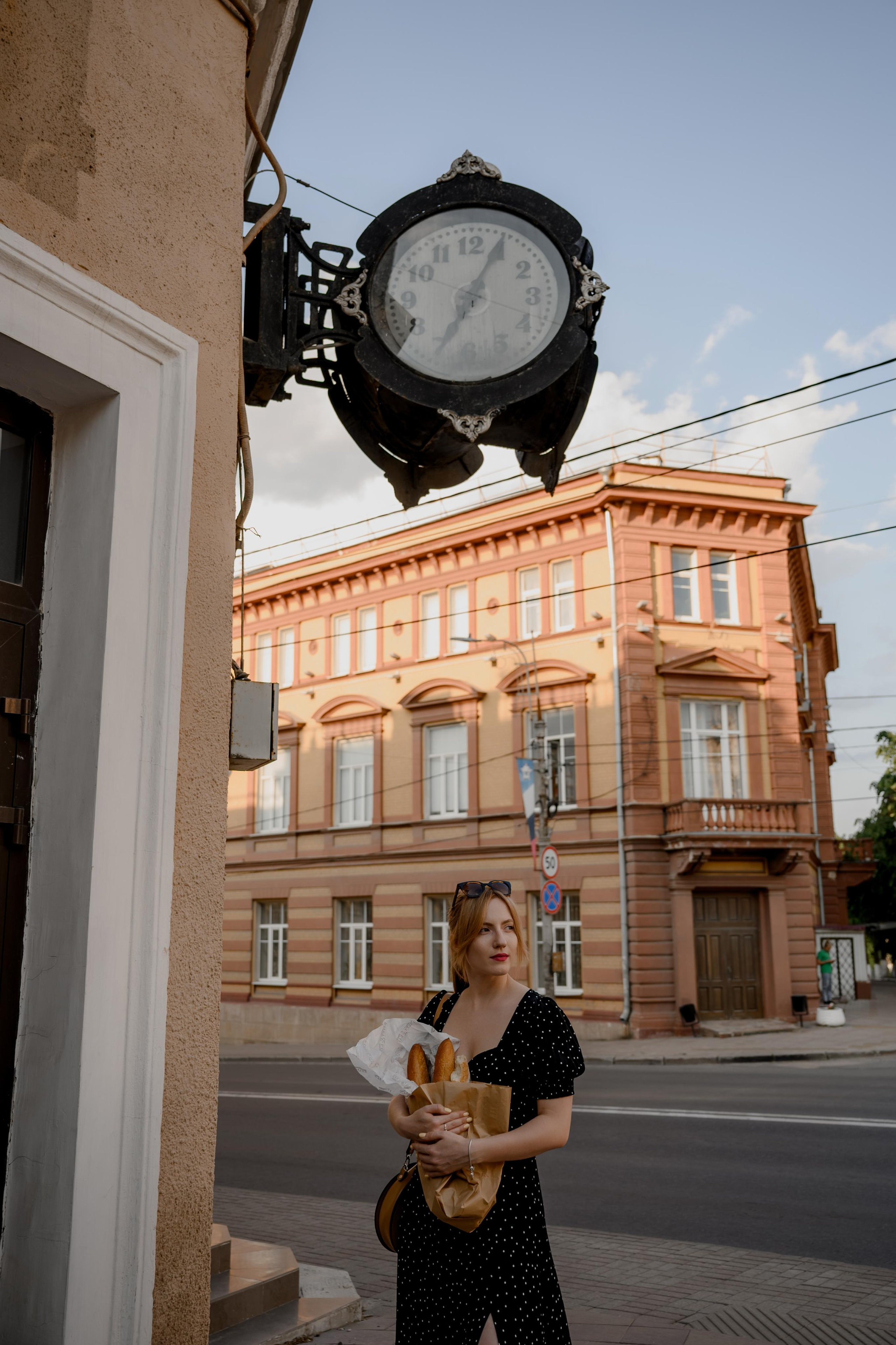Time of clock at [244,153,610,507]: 7:04
